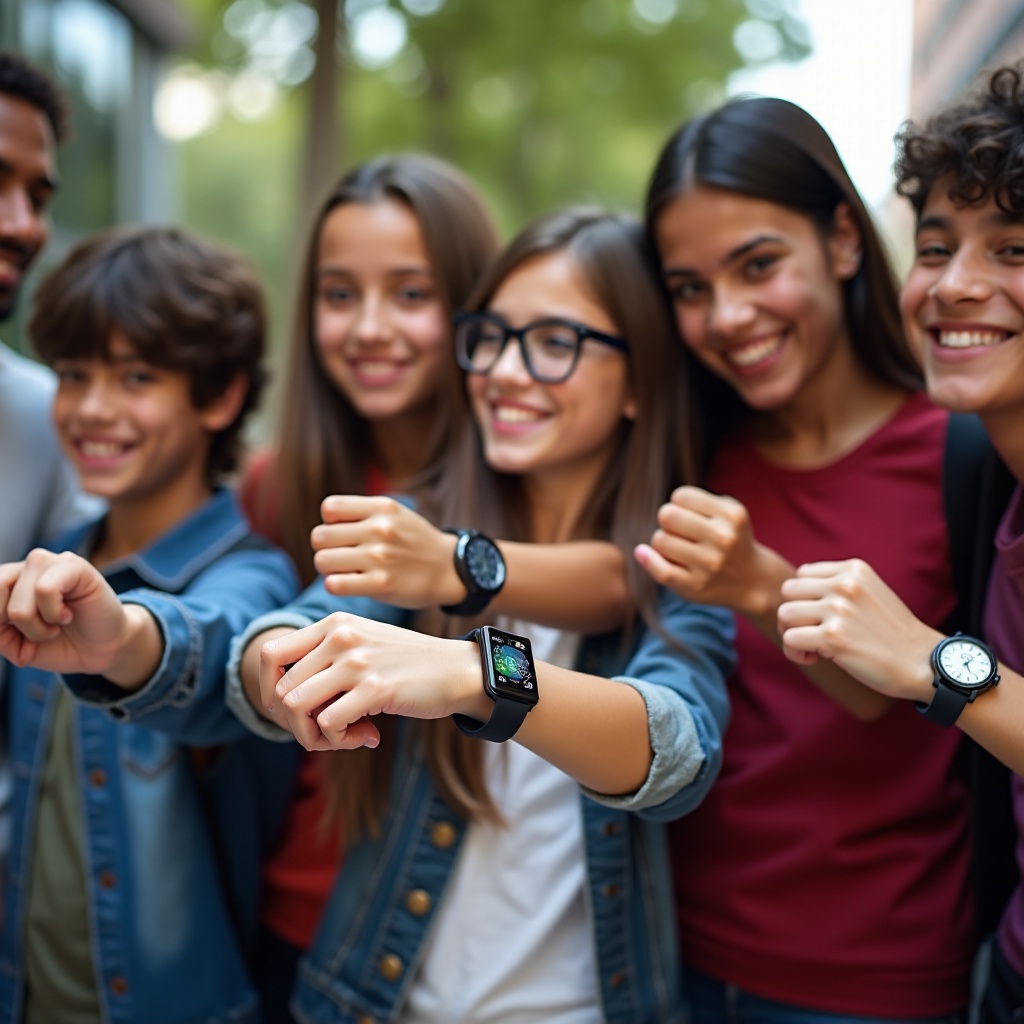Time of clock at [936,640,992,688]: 1:27
